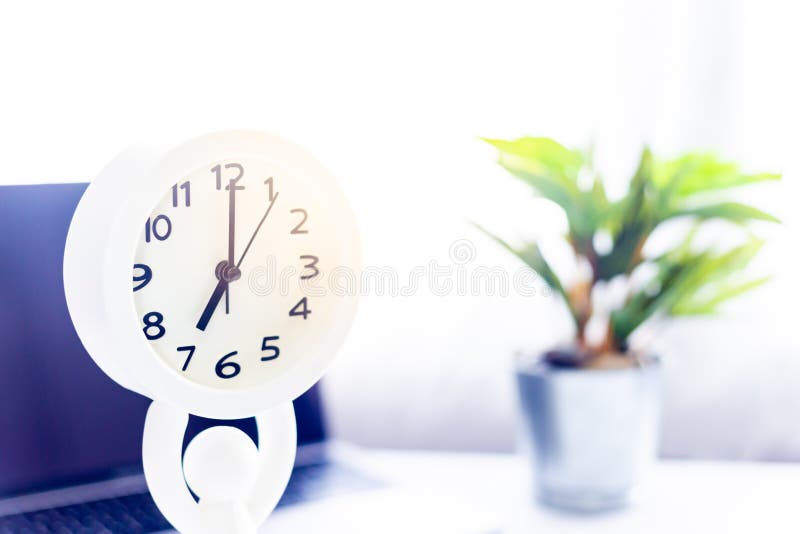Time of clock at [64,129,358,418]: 7:00
